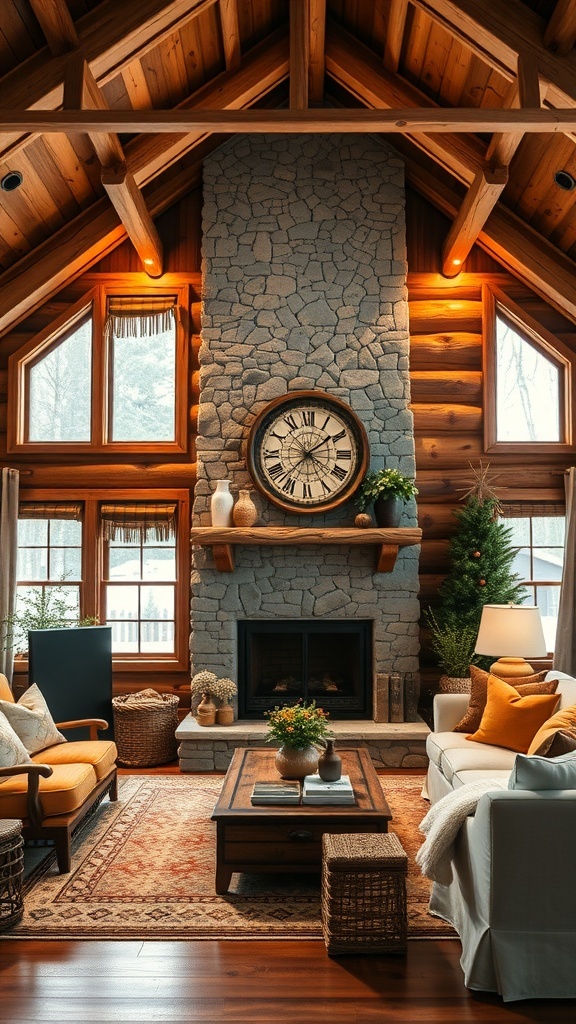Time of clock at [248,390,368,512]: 1:36
